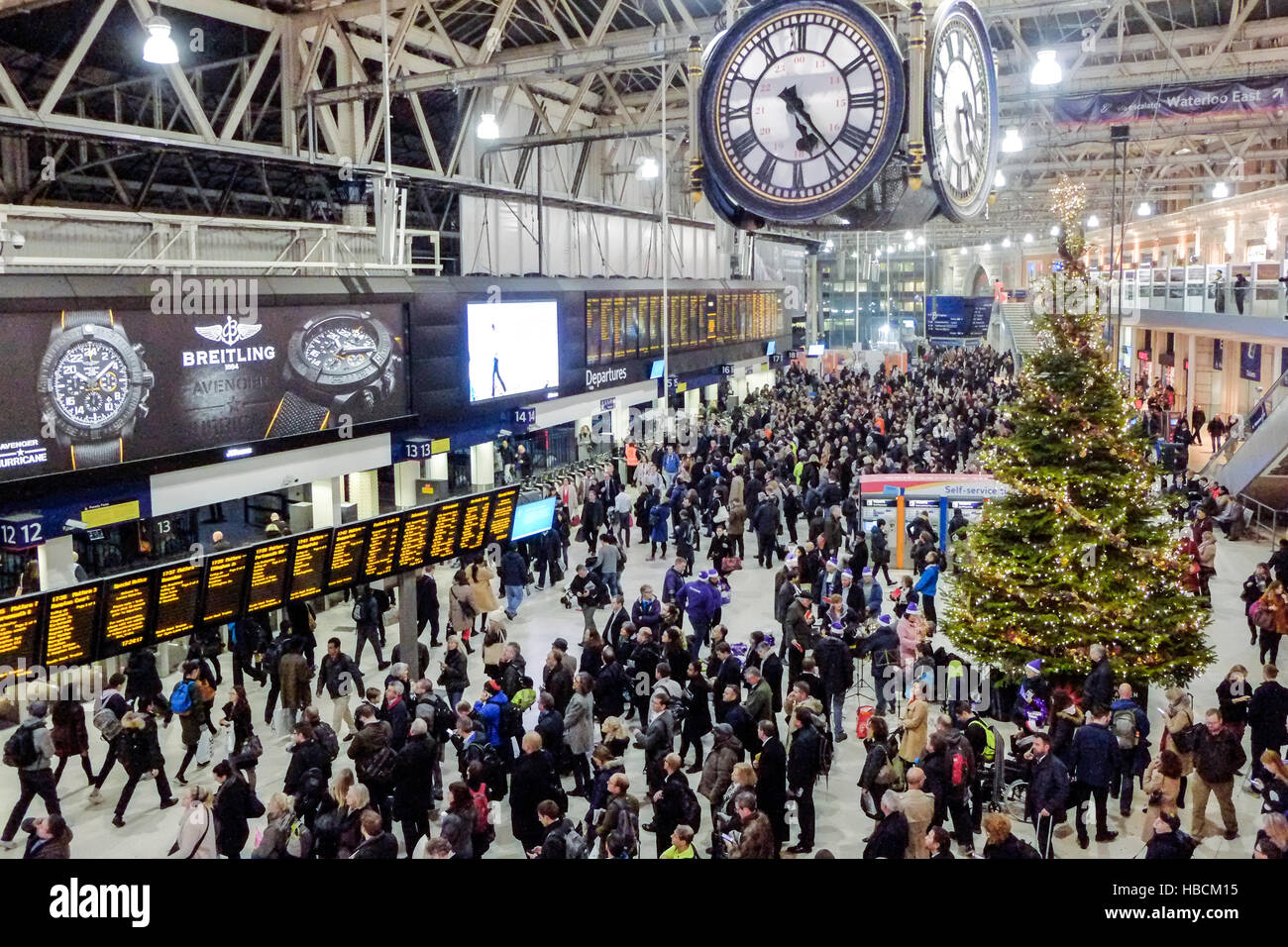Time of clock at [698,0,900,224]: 5:23
